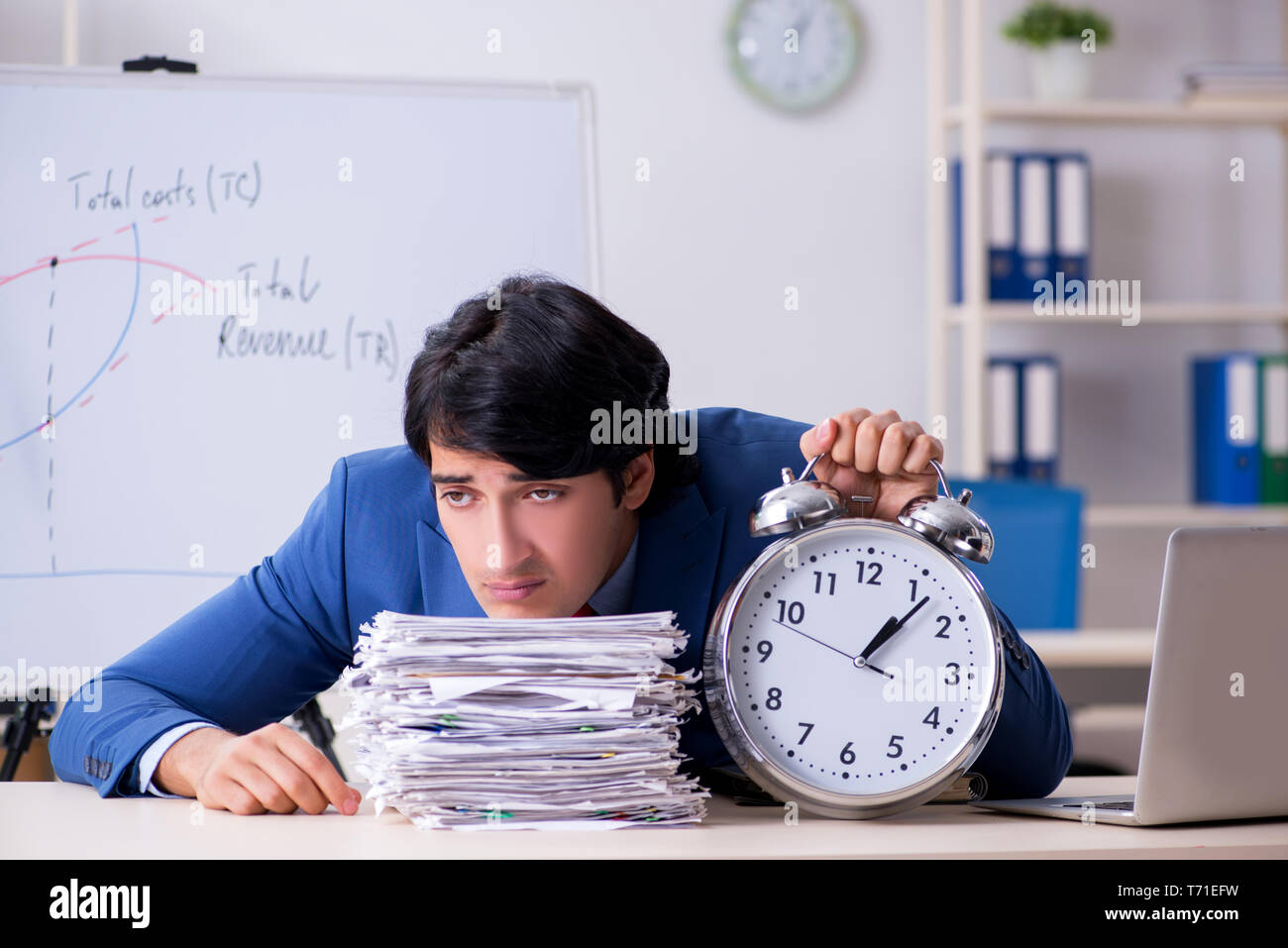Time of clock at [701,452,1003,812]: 1:06
